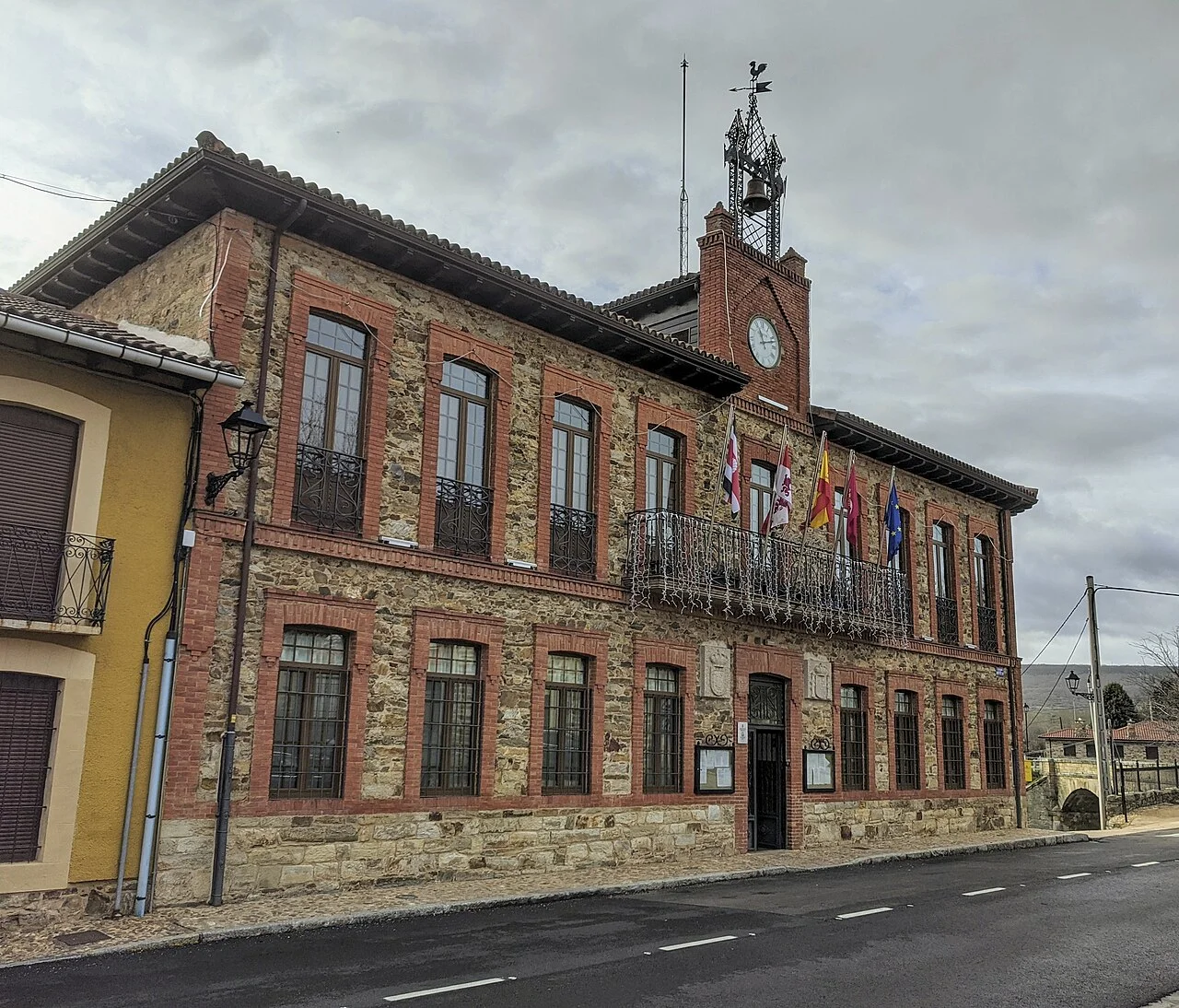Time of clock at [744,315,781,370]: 11:12
